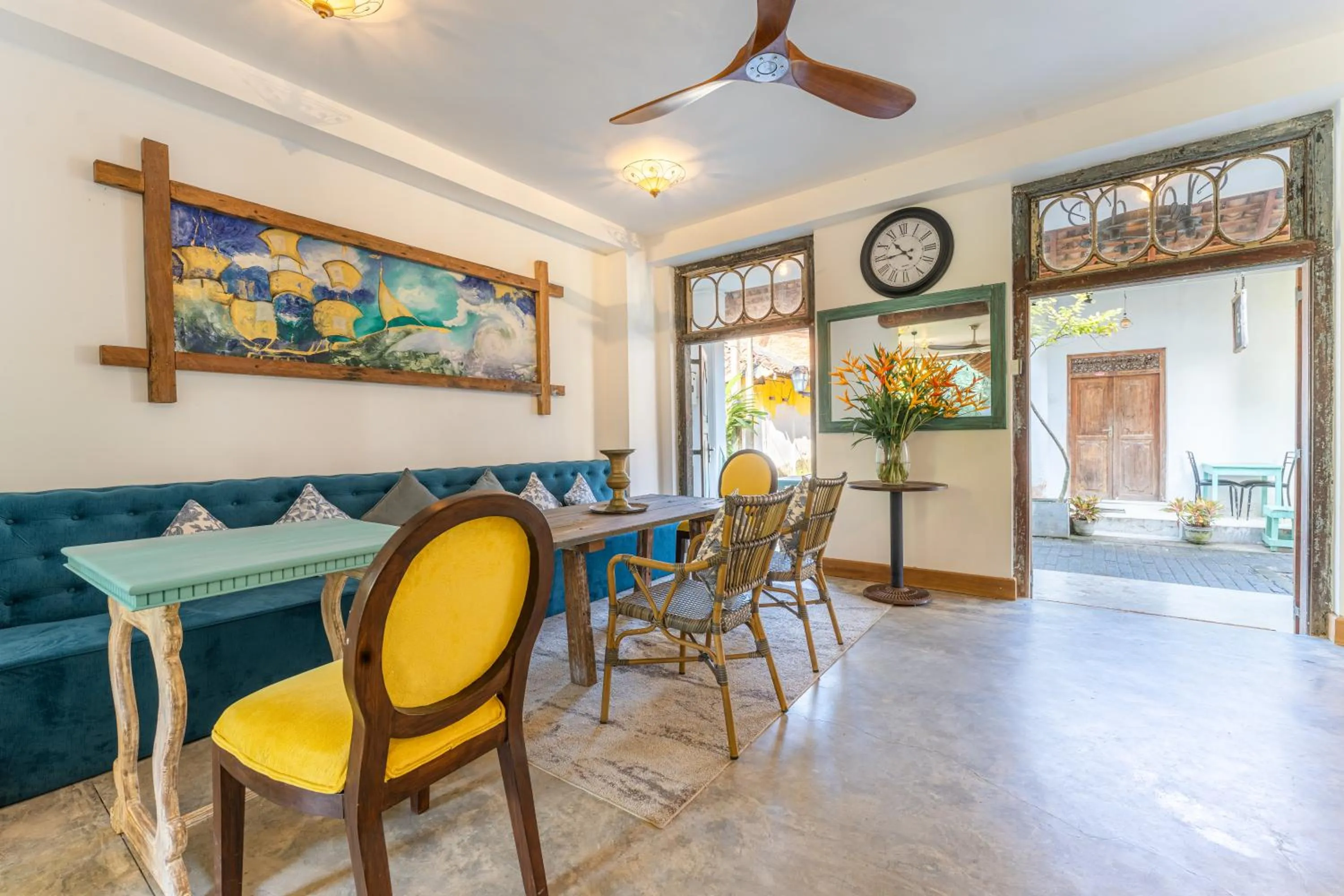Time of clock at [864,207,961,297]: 10:44
